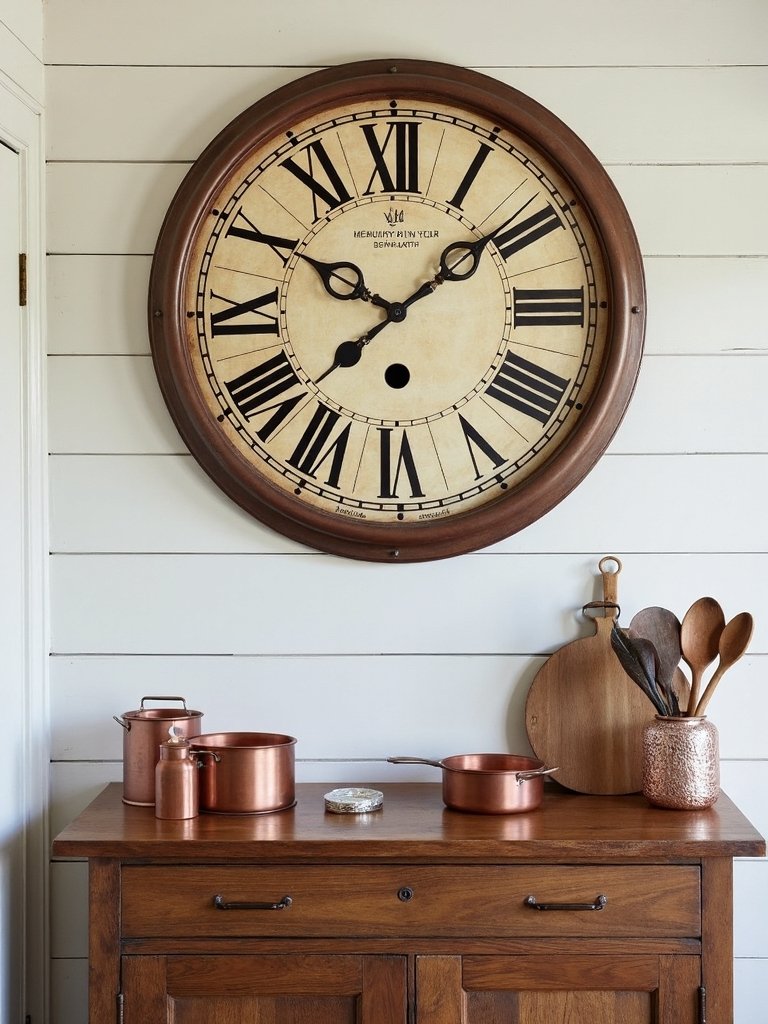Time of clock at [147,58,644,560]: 10:08
